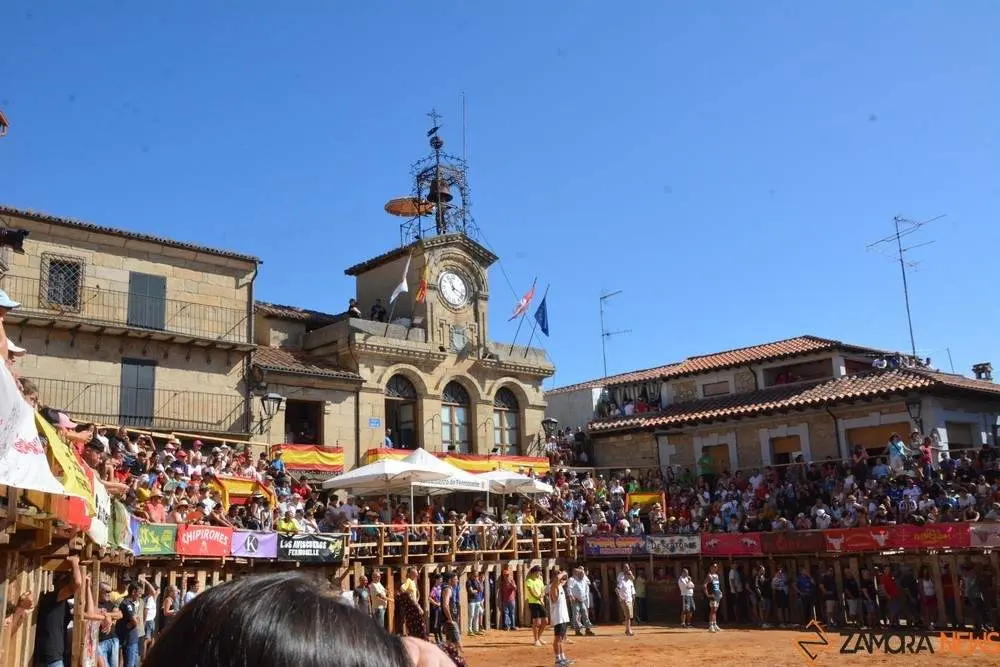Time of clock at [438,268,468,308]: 11:18
